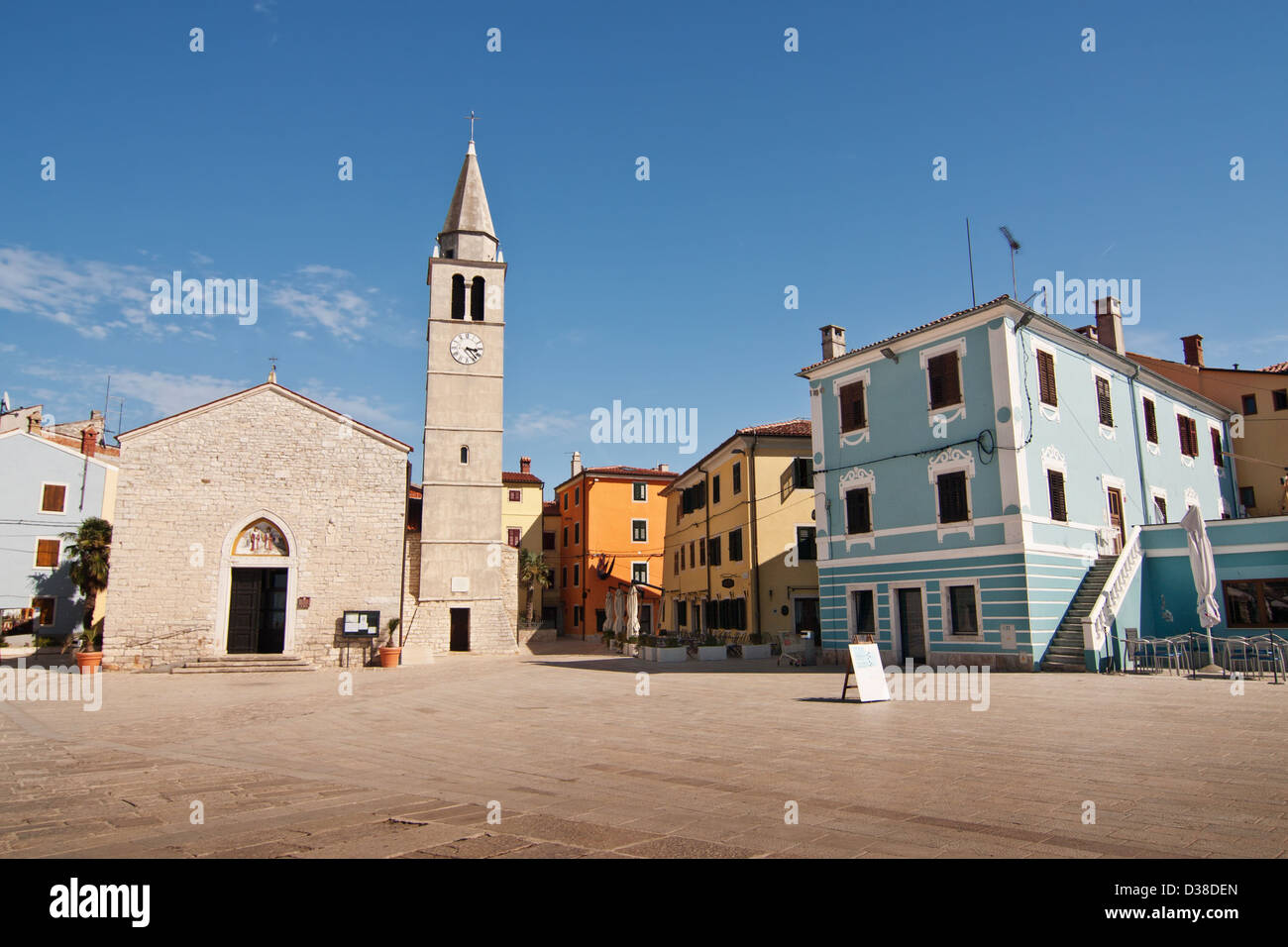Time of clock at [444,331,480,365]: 3:22
